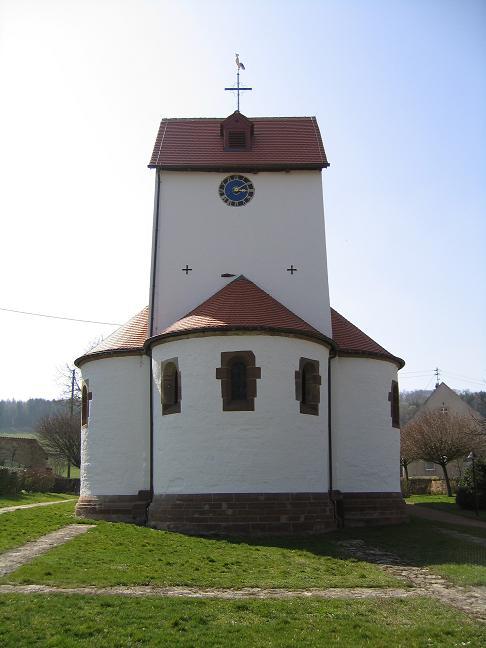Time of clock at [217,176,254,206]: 3:08
